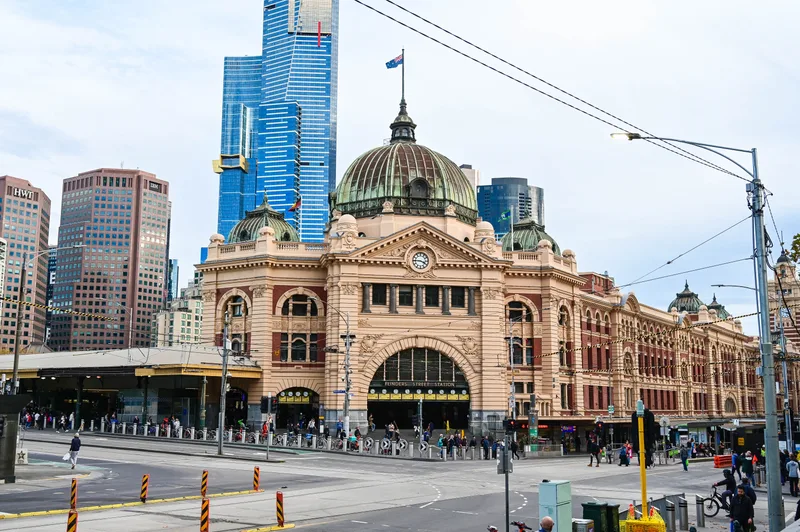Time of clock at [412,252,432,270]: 3:45
